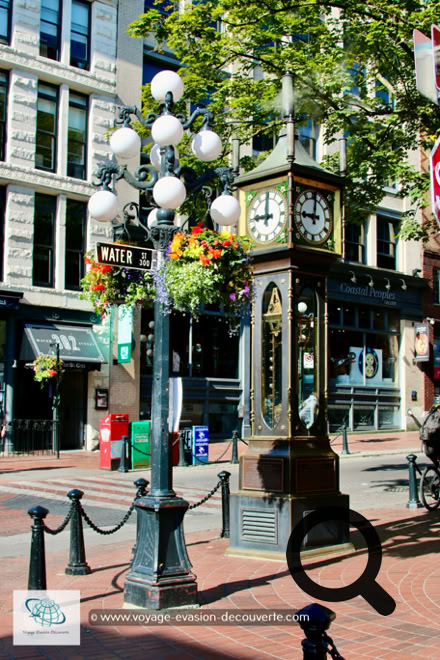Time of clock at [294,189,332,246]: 9:01
